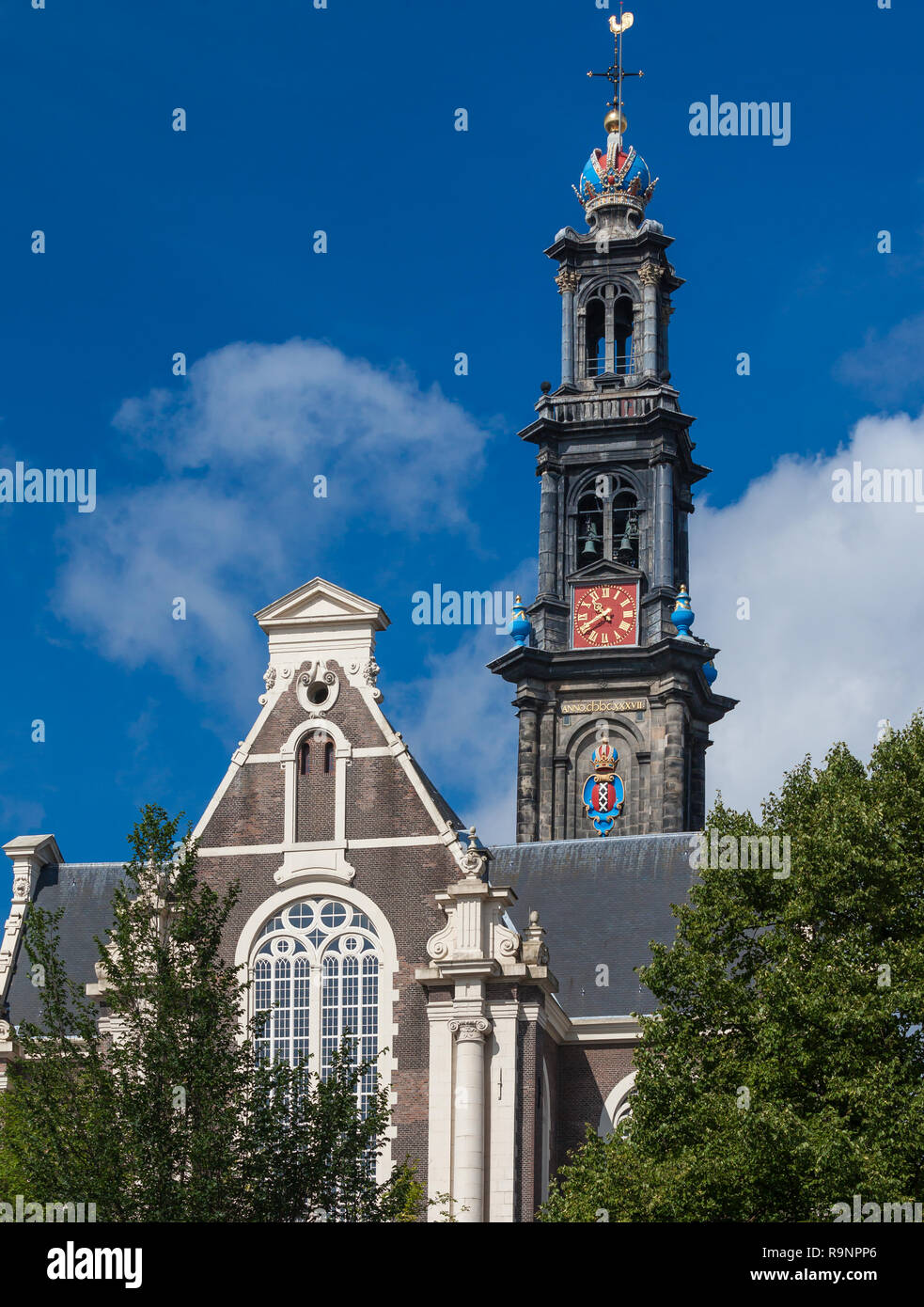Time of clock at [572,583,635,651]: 10:39
